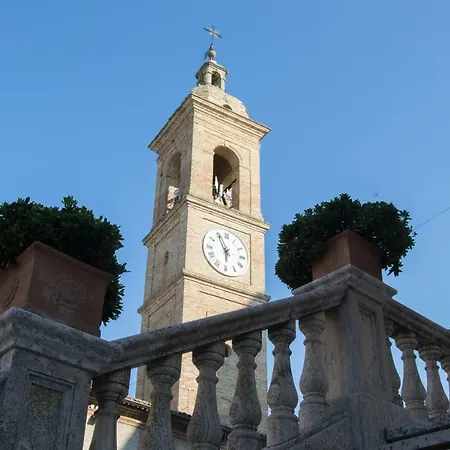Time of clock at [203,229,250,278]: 5:55
